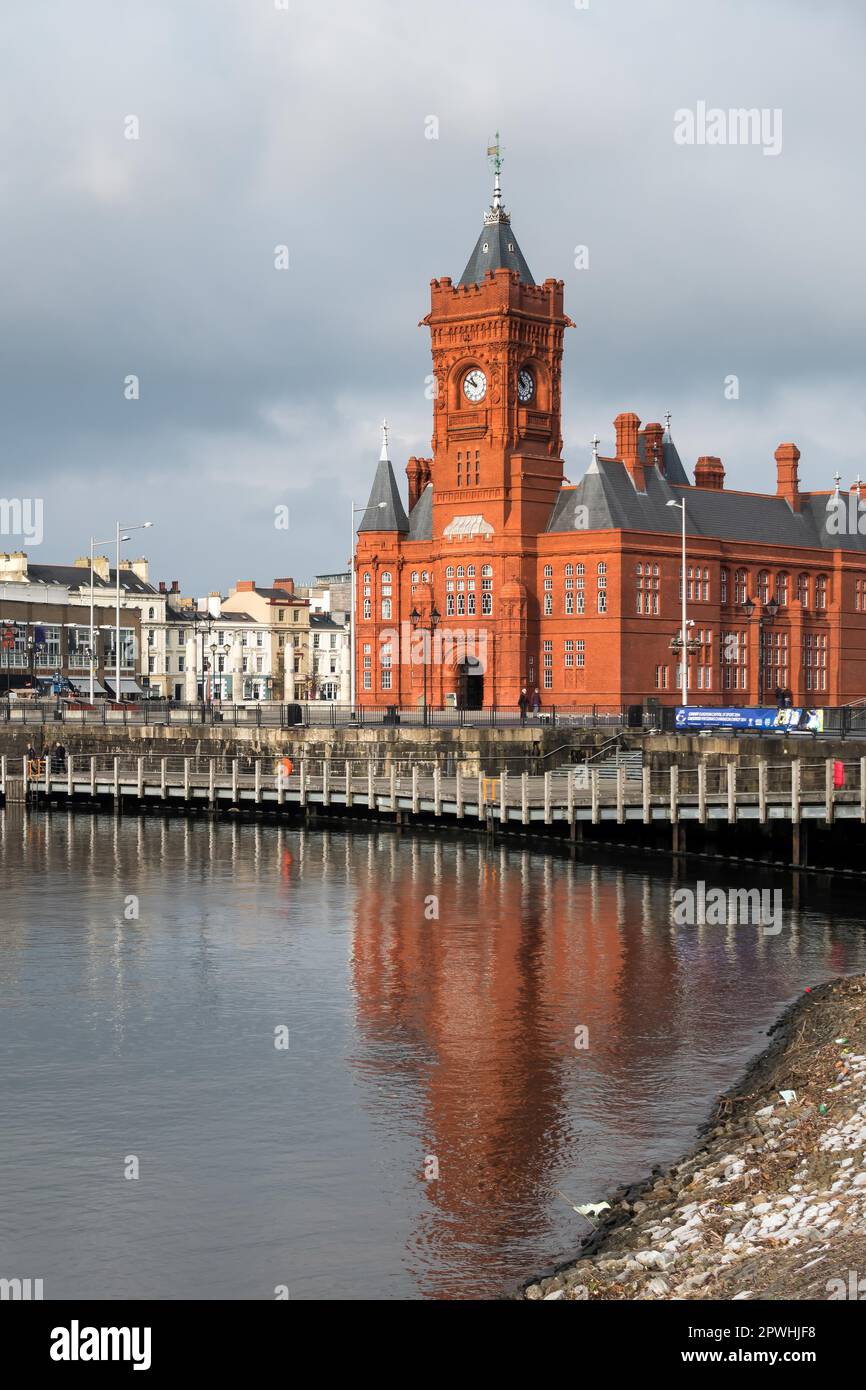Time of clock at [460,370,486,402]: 10:50
